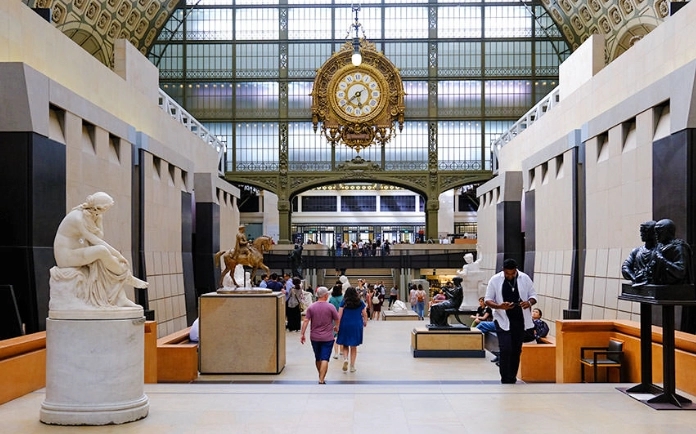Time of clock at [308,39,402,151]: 5:38
